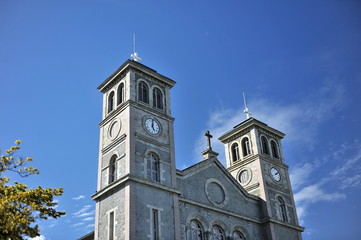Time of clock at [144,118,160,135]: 5:00
